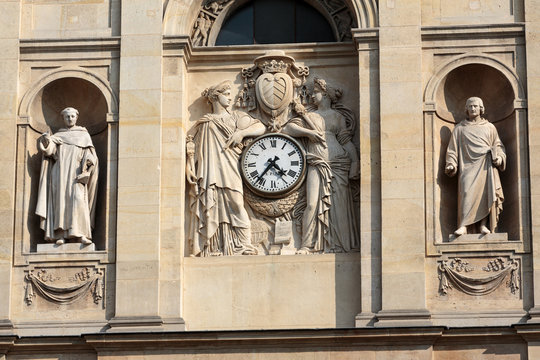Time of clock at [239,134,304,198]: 4:36
